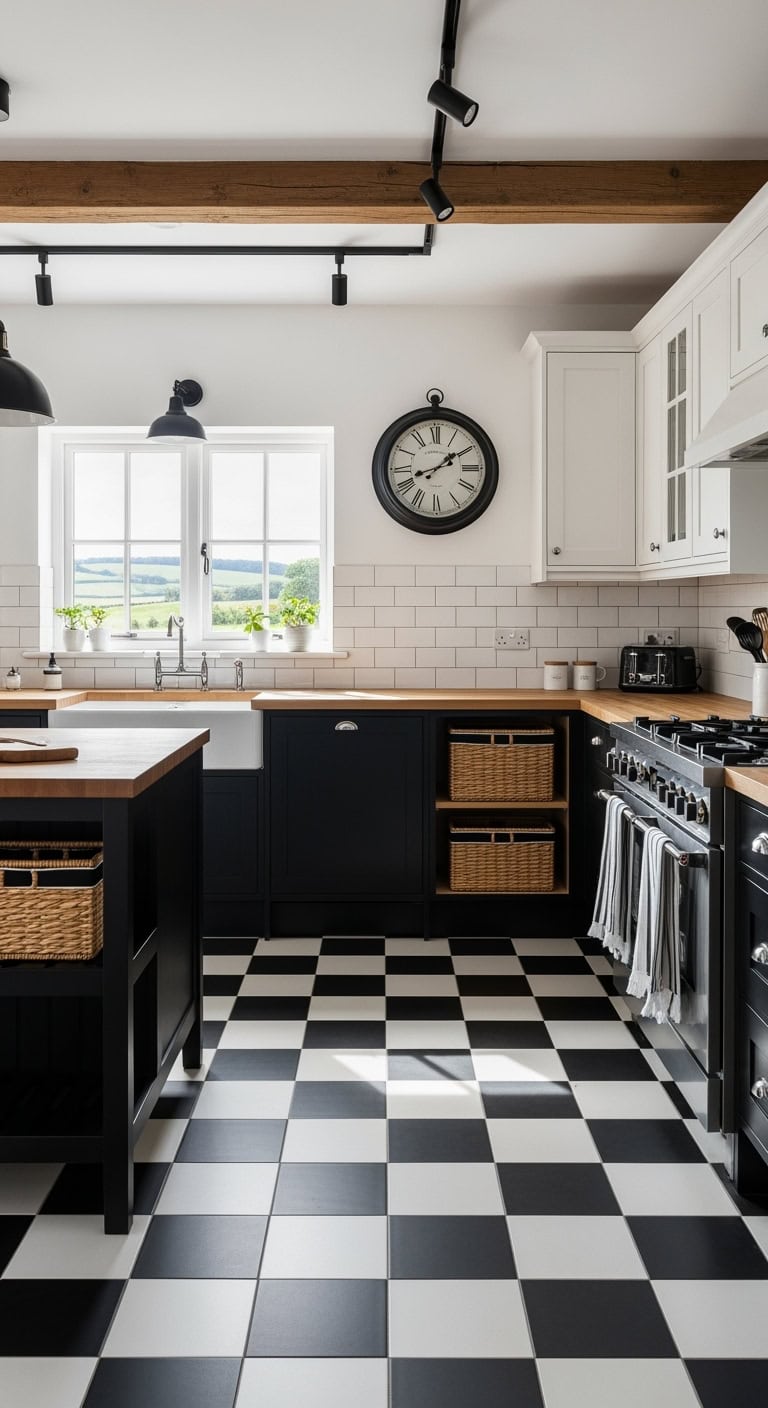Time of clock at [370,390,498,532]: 8:09
